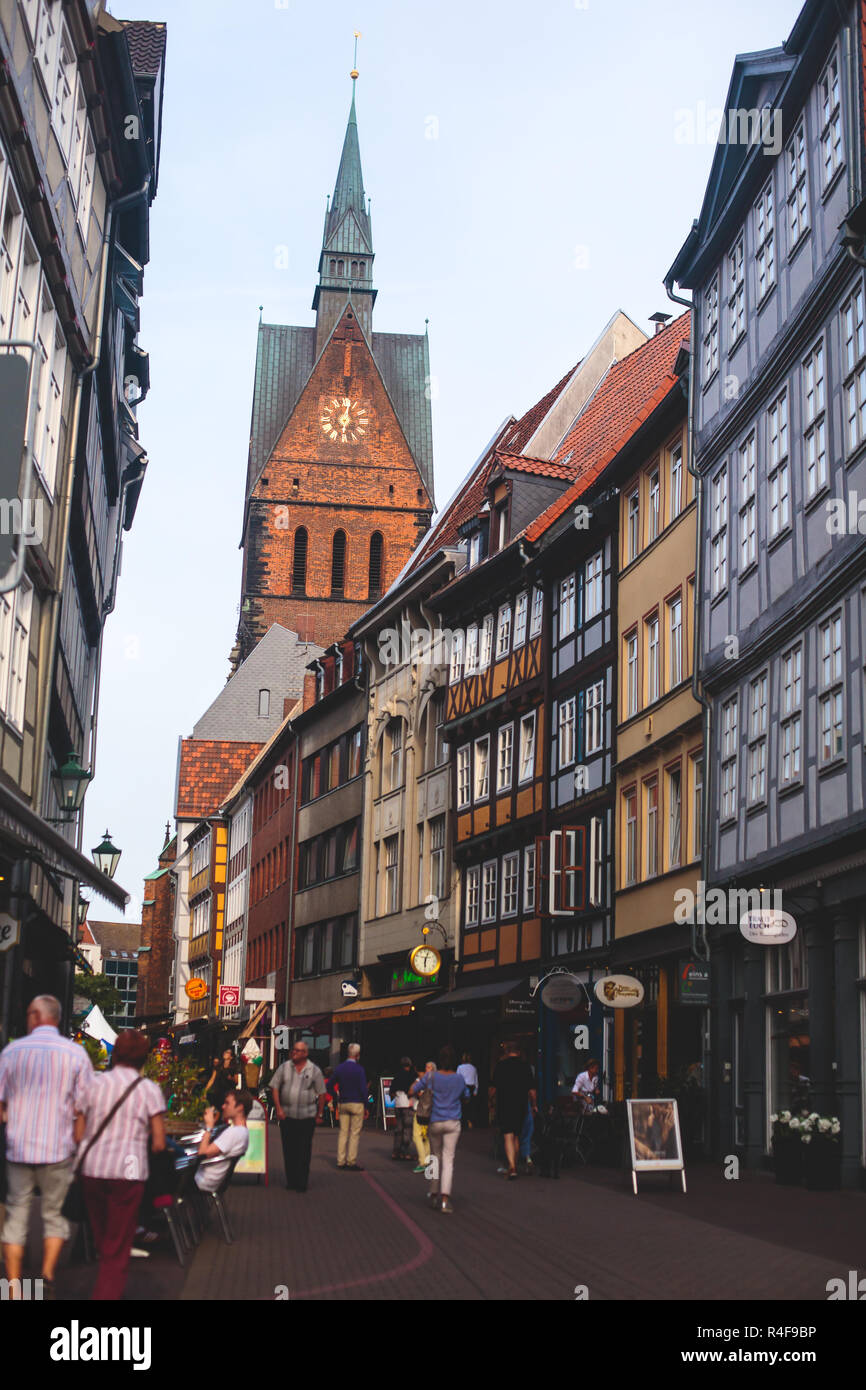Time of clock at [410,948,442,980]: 6:03
